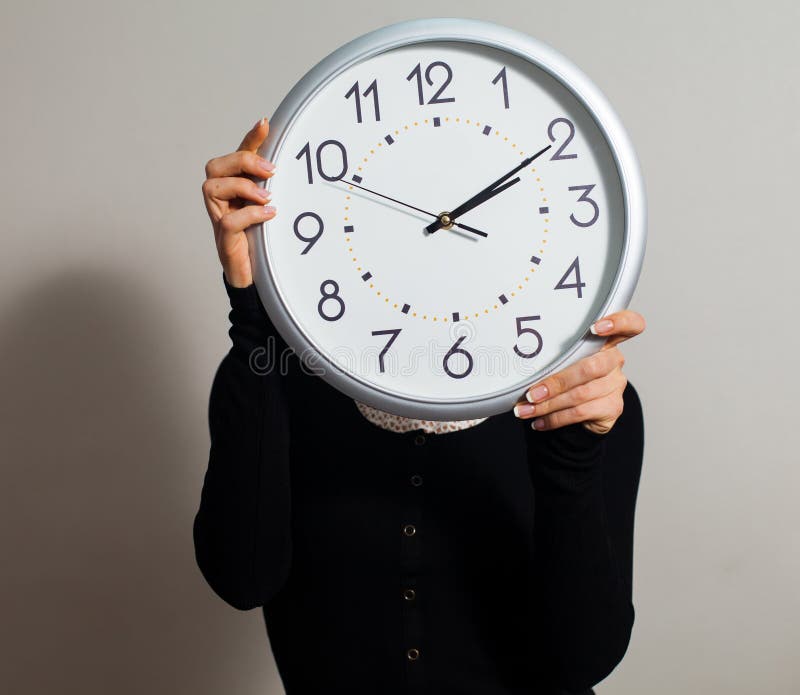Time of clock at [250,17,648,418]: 2:09
